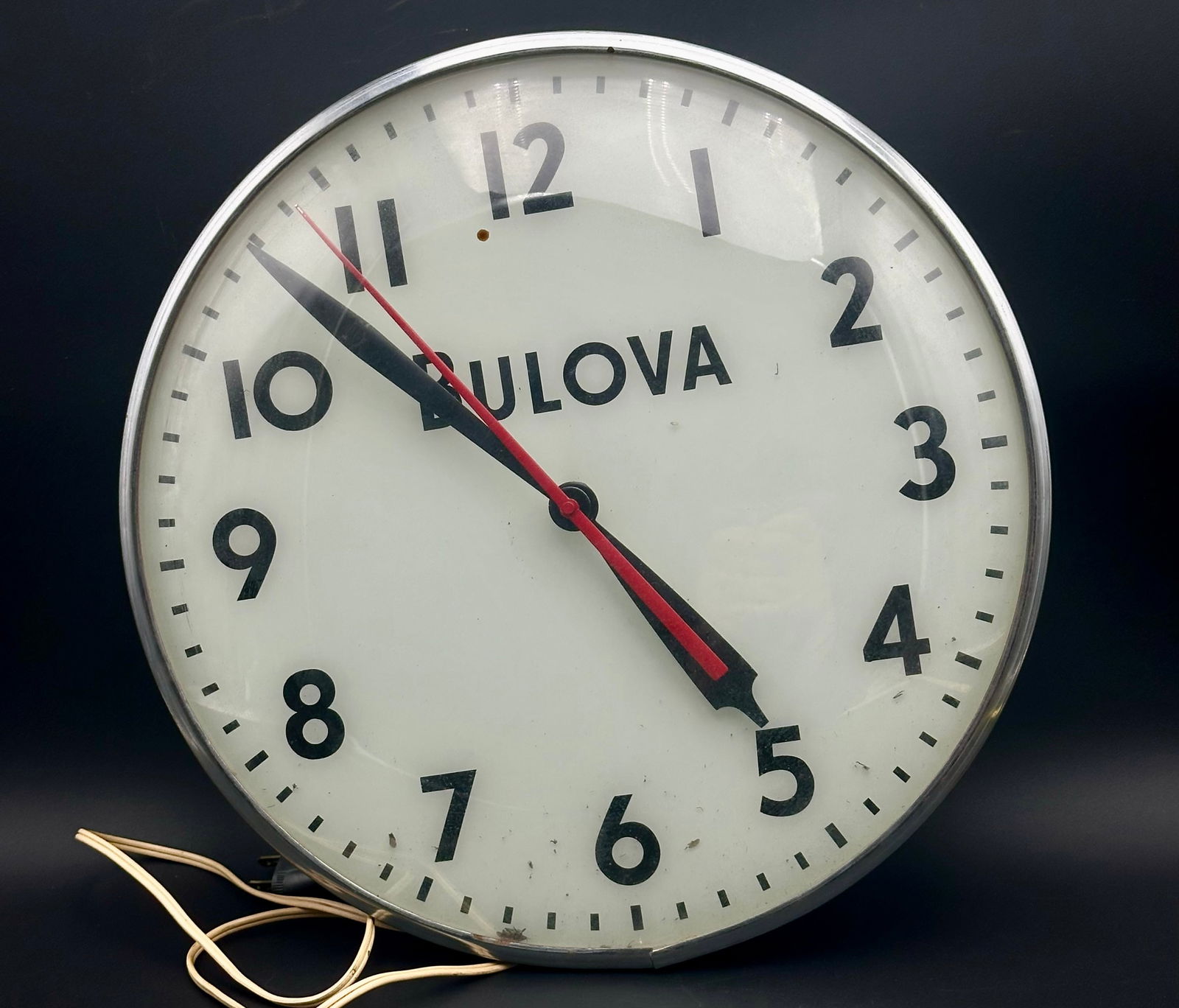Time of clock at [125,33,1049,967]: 4:52
